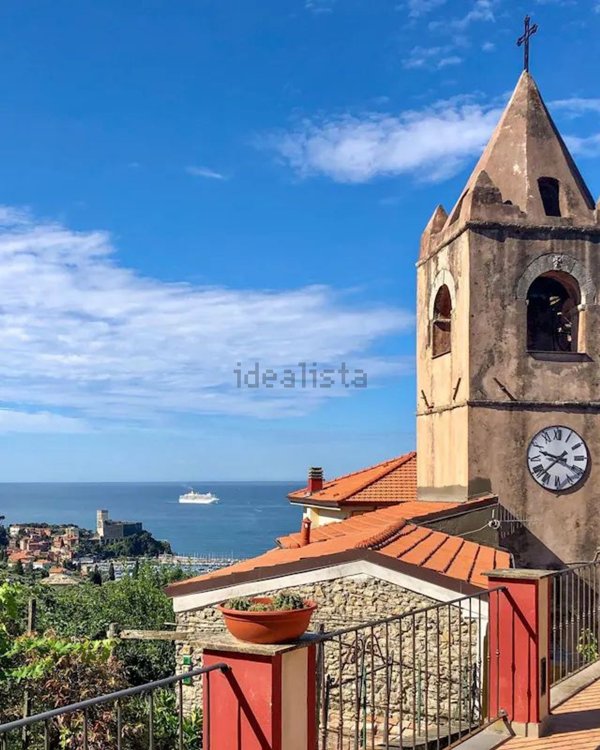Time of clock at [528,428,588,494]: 9:38
